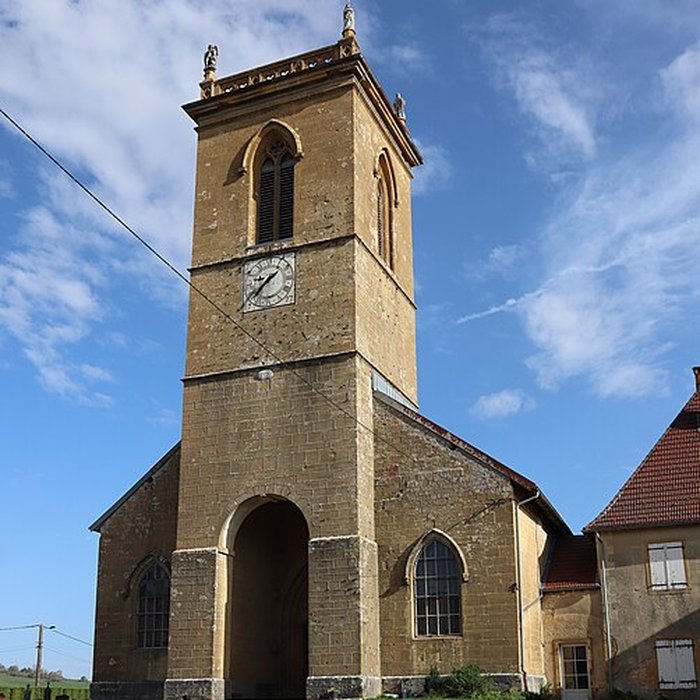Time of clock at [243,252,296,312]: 8:38
